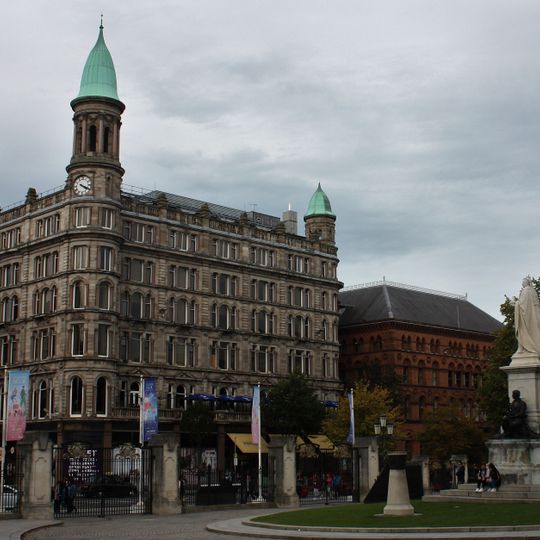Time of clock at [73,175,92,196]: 4:19
